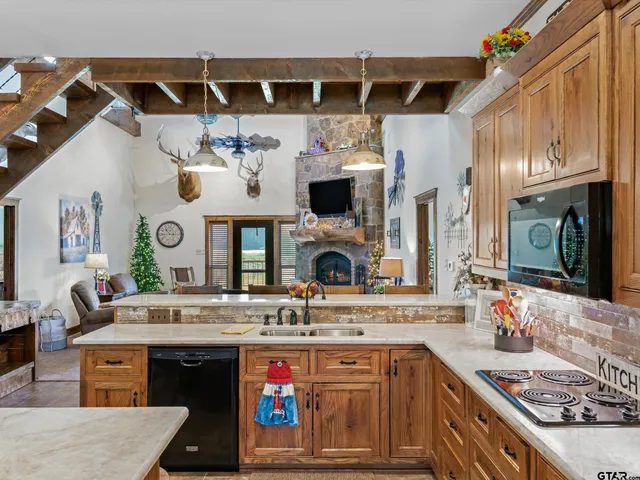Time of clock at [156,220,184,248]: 10:45
